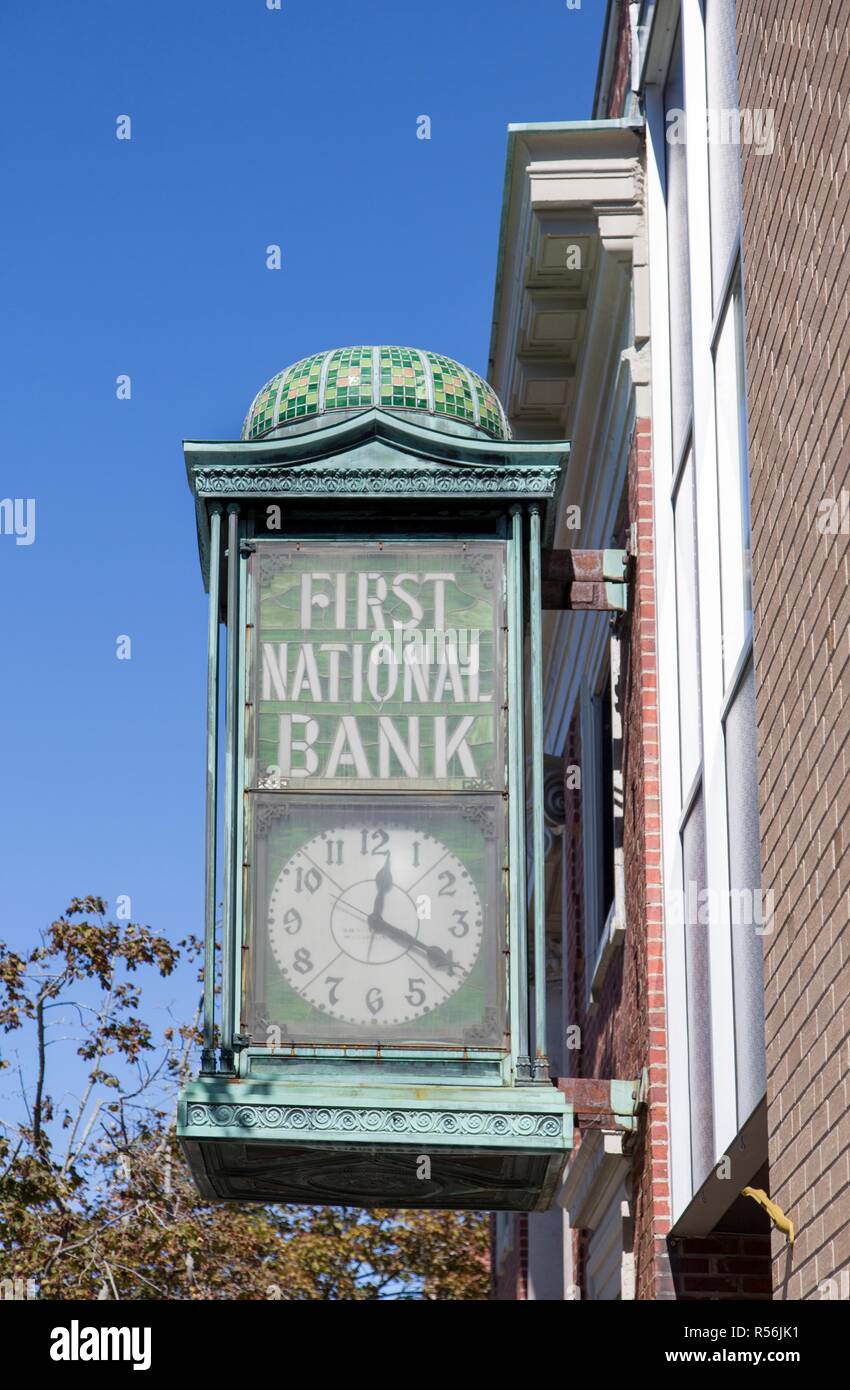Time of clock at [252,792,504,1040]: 12:19
